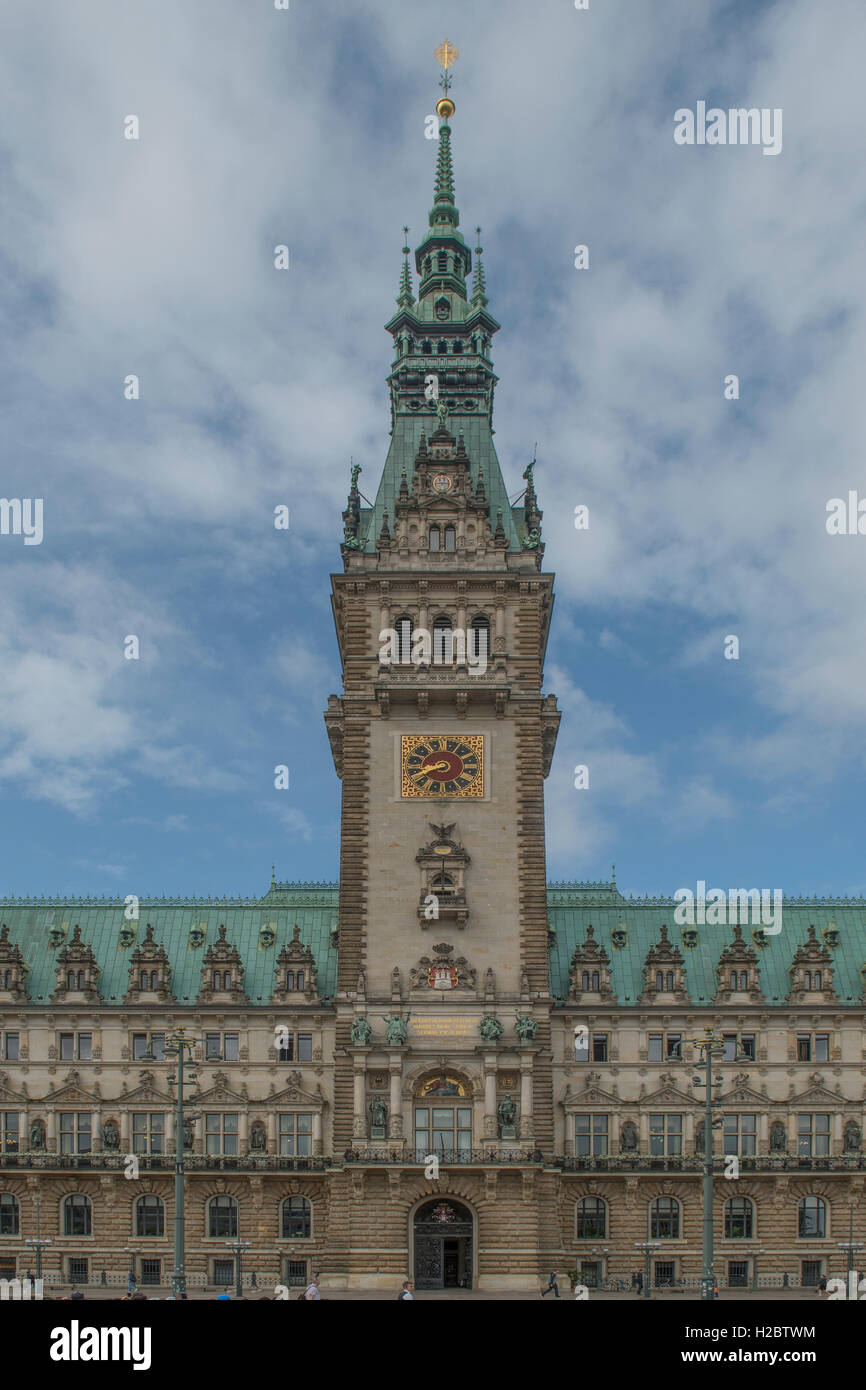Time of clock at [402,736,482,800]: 8:40
